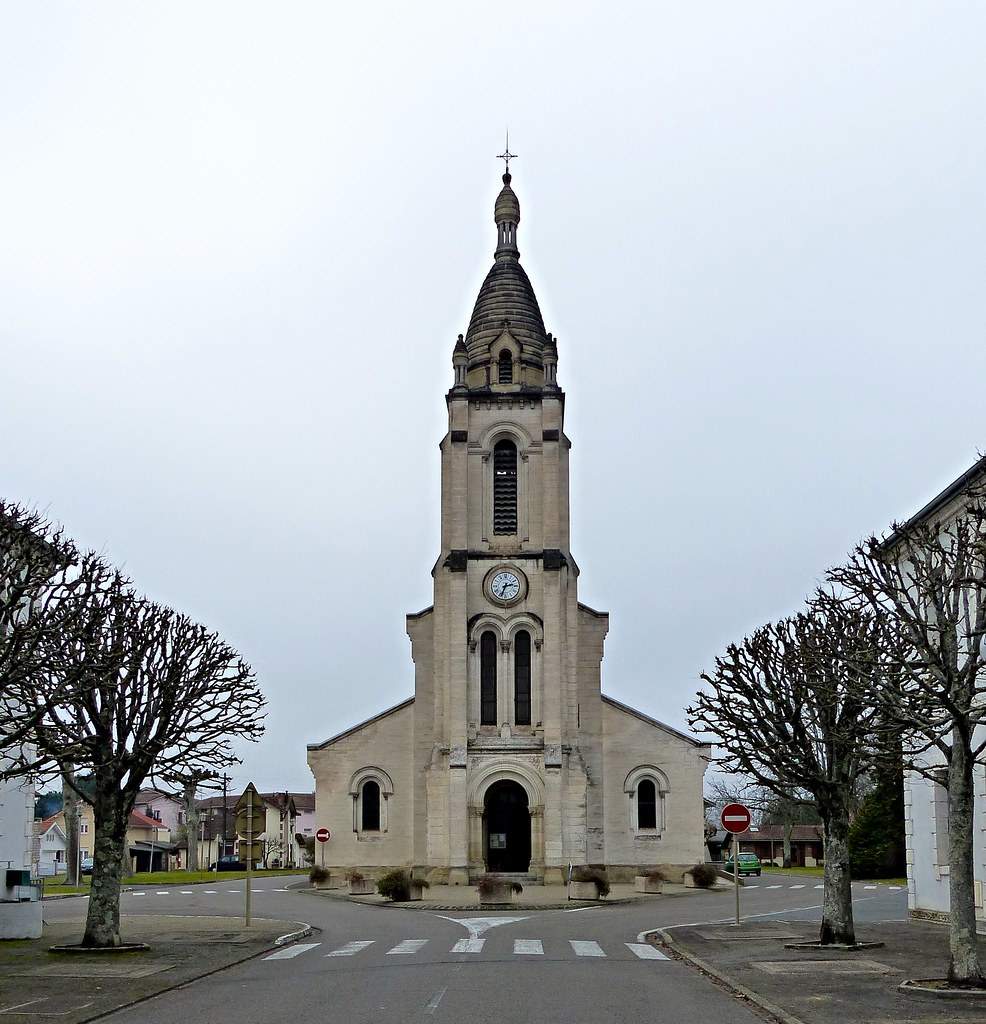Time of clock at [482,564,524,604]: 2:33
